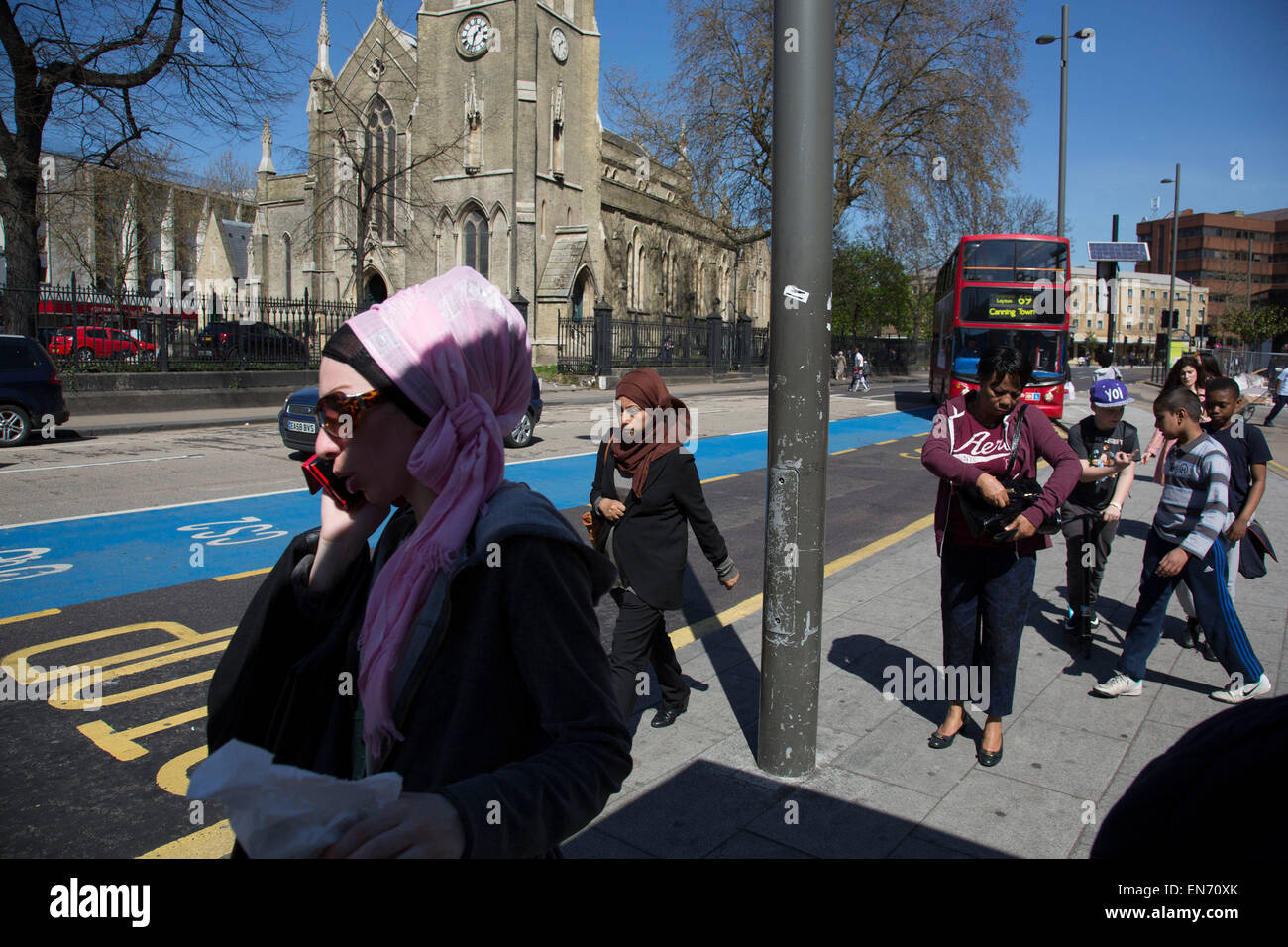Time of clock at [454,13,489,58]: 1:32
